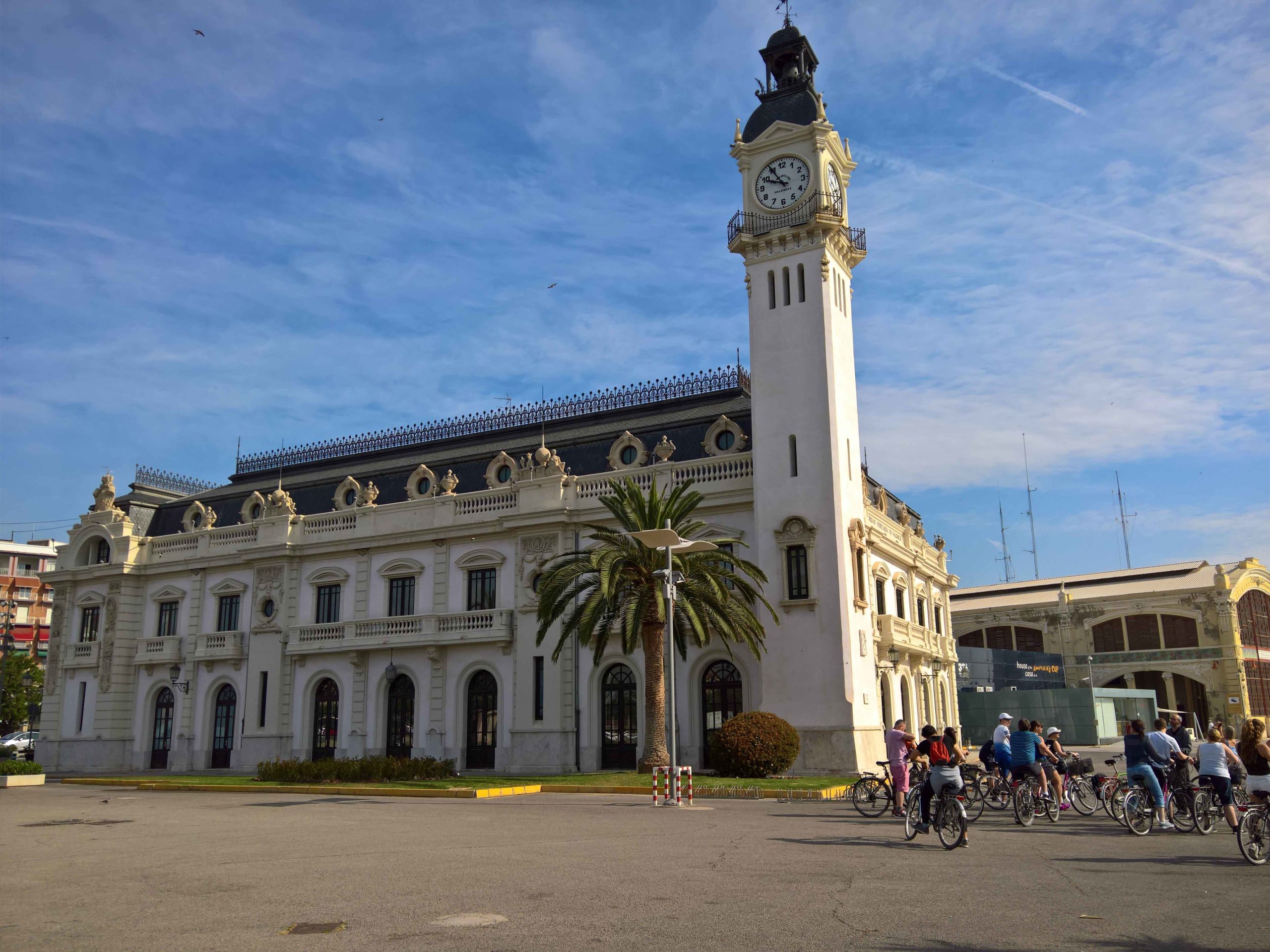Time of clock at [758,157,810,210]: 9:54
